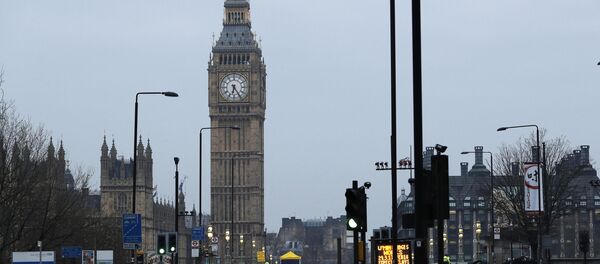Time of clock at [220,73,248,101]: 6:24
